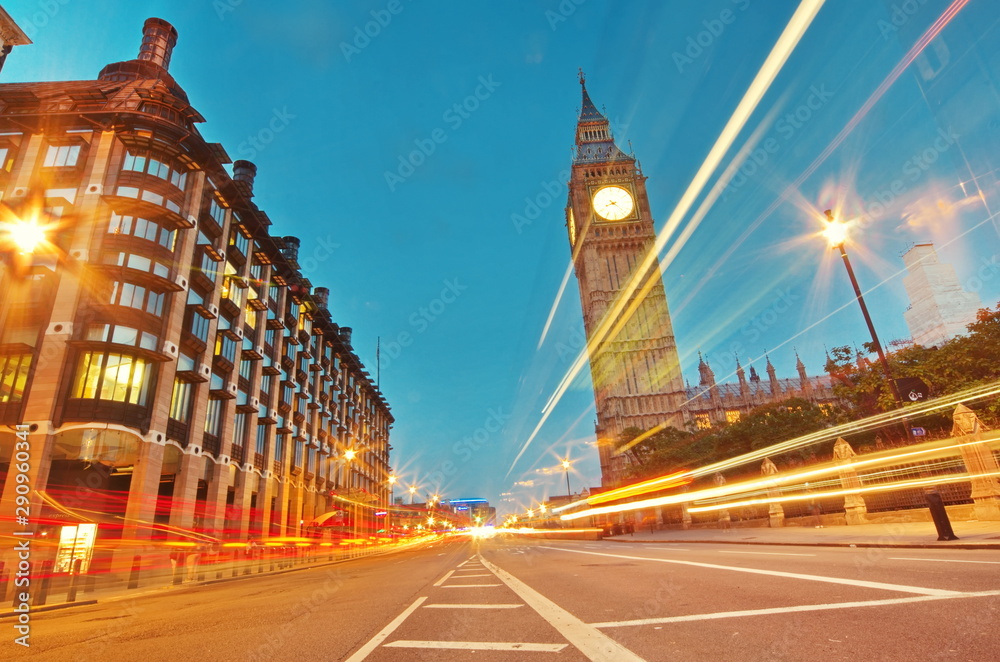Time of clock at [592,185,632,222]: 8:22
